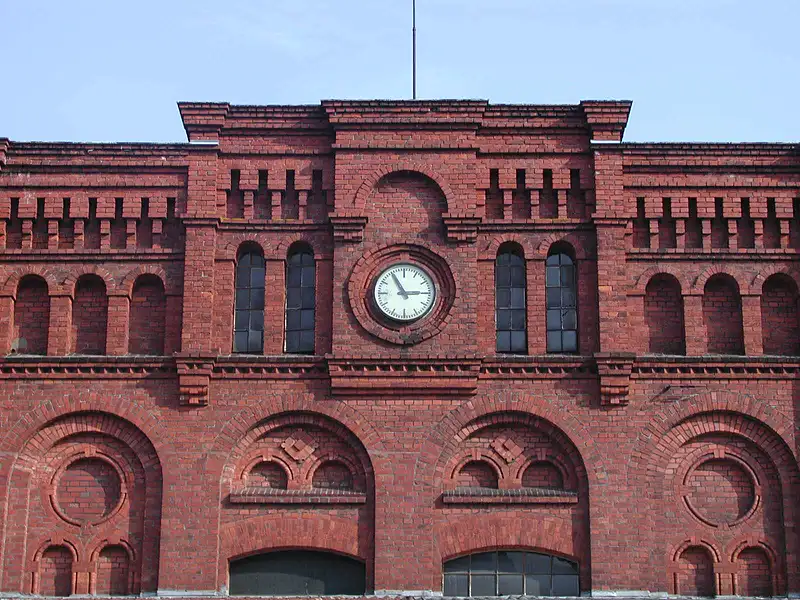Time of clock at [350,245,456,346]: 2:55
